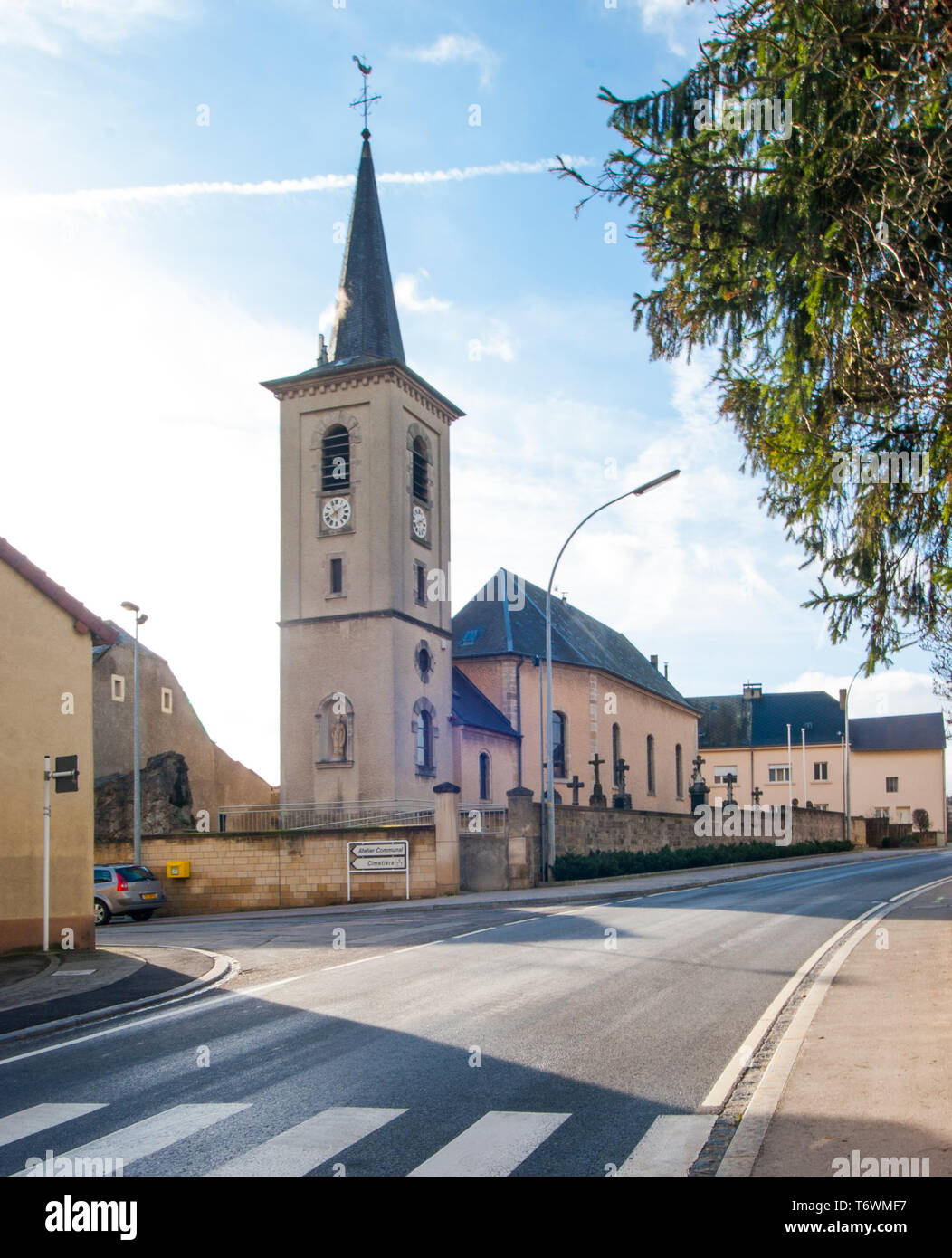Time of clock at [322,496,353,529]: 8:07
